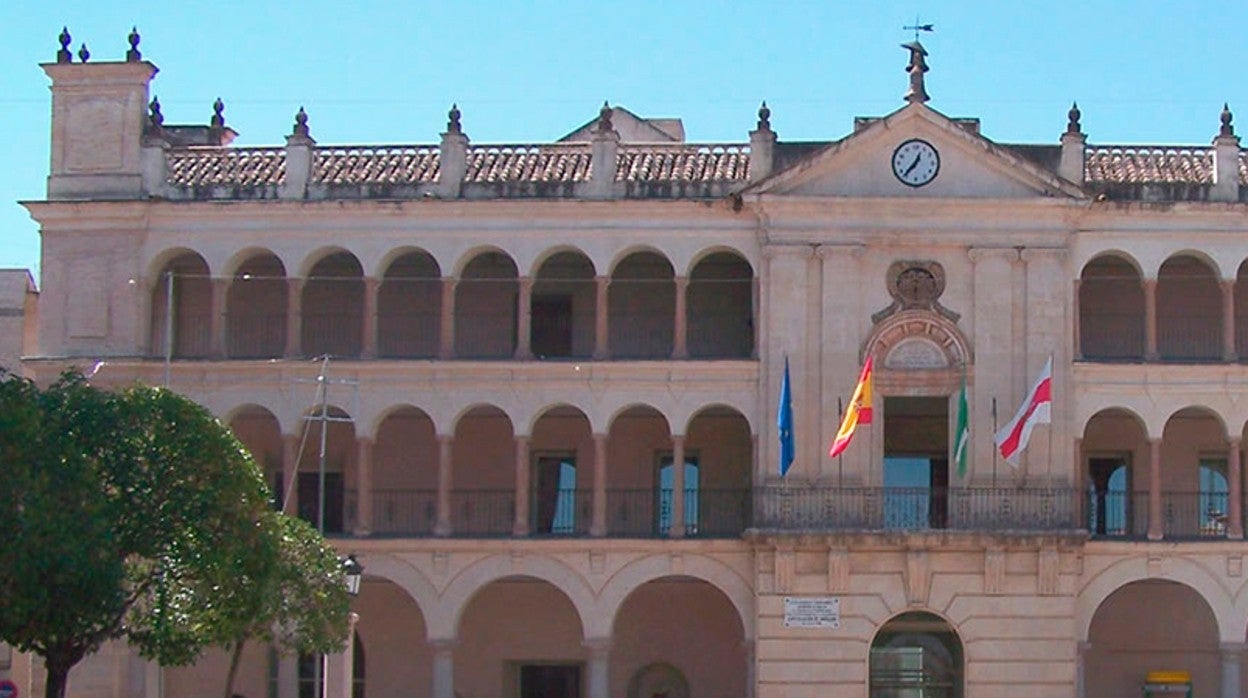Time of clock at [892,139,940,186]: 12:36
